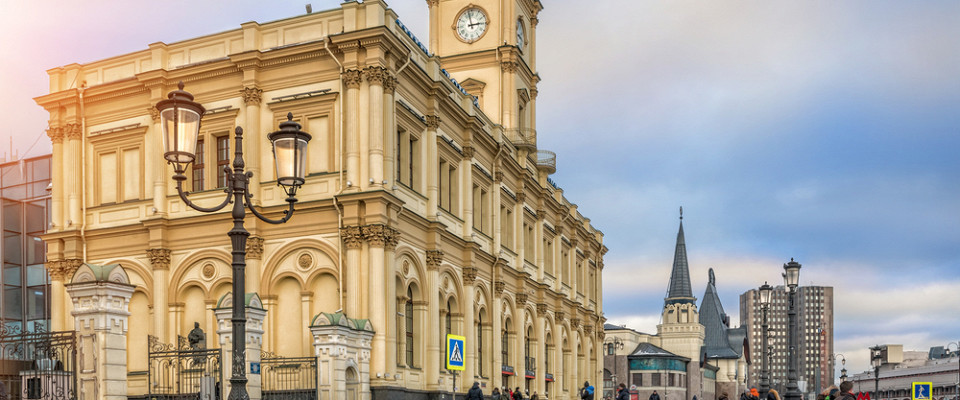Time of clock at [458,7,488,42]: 2:57
